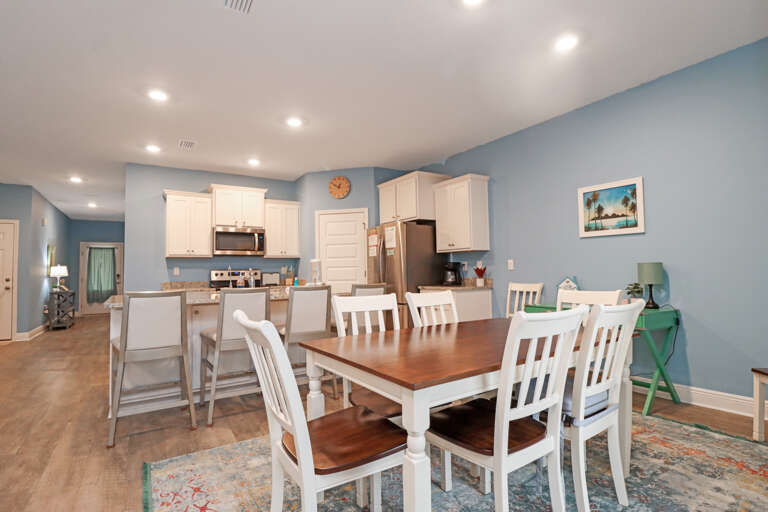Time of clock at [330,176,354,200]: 12:49
